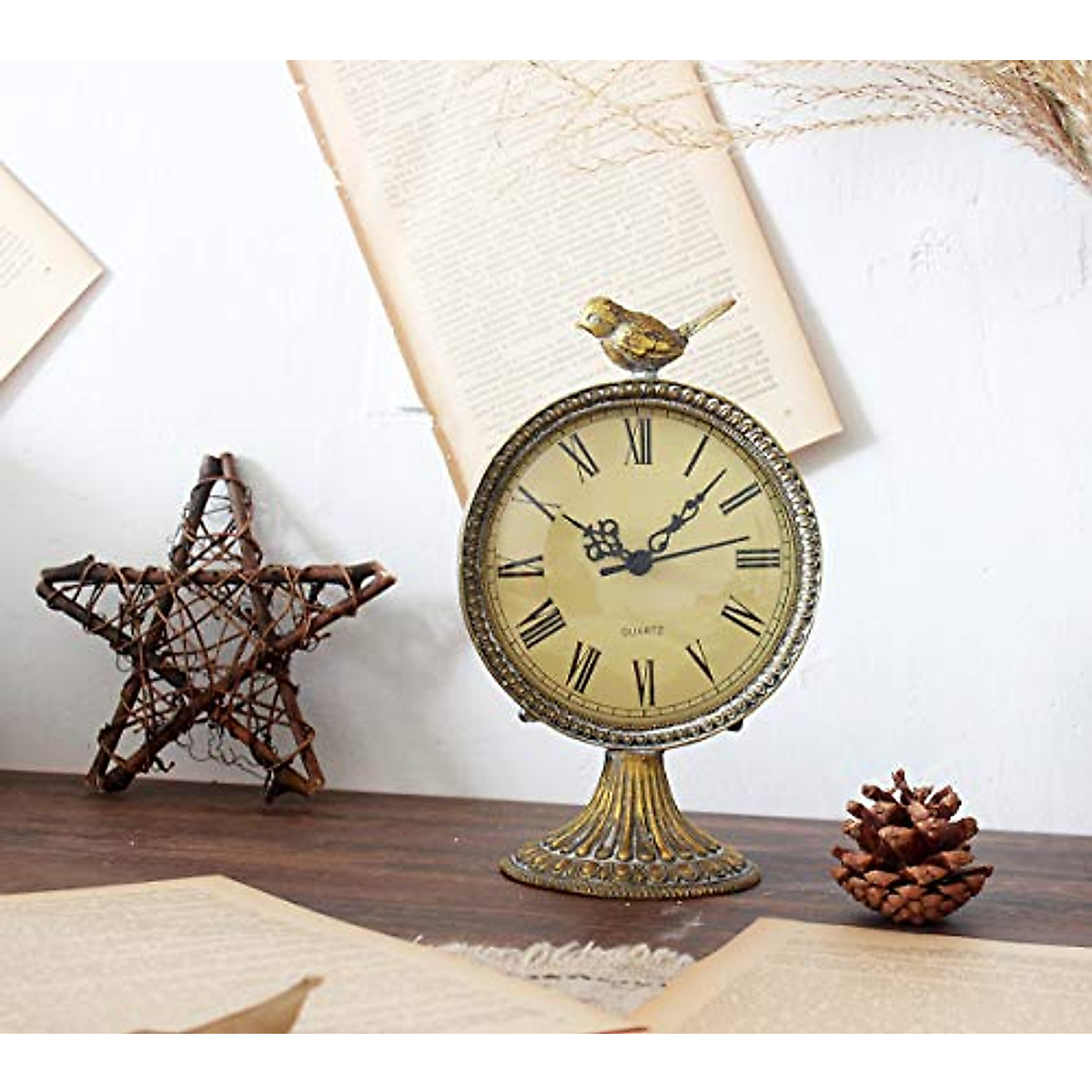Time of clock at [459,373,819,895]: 10:07
